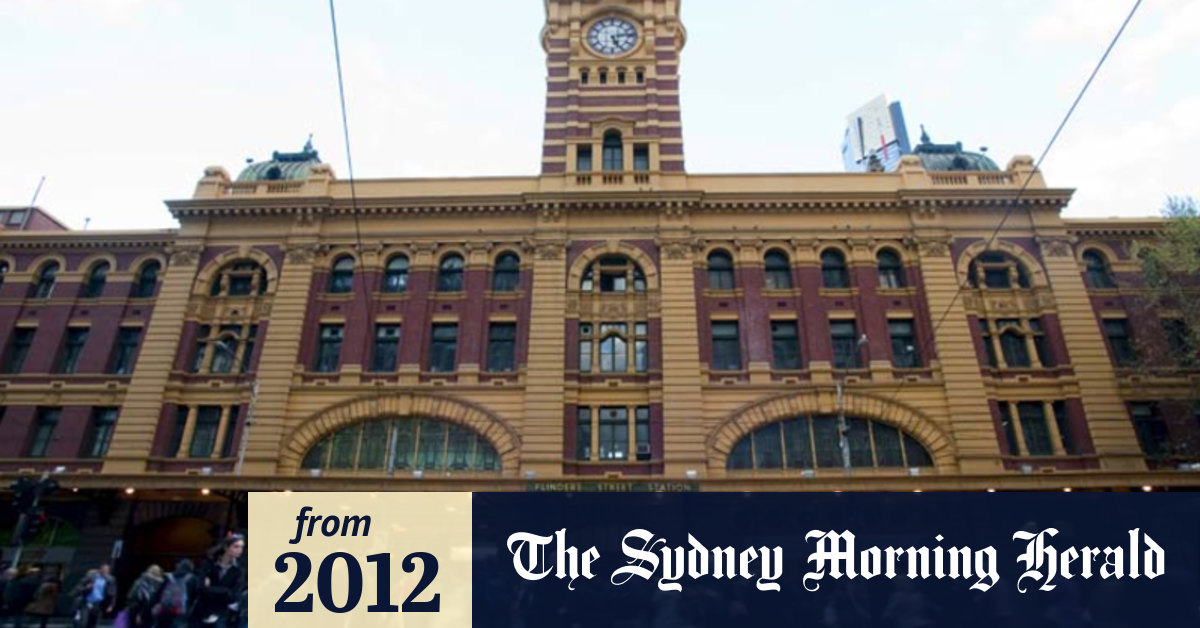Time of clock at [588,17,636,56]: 5:13
